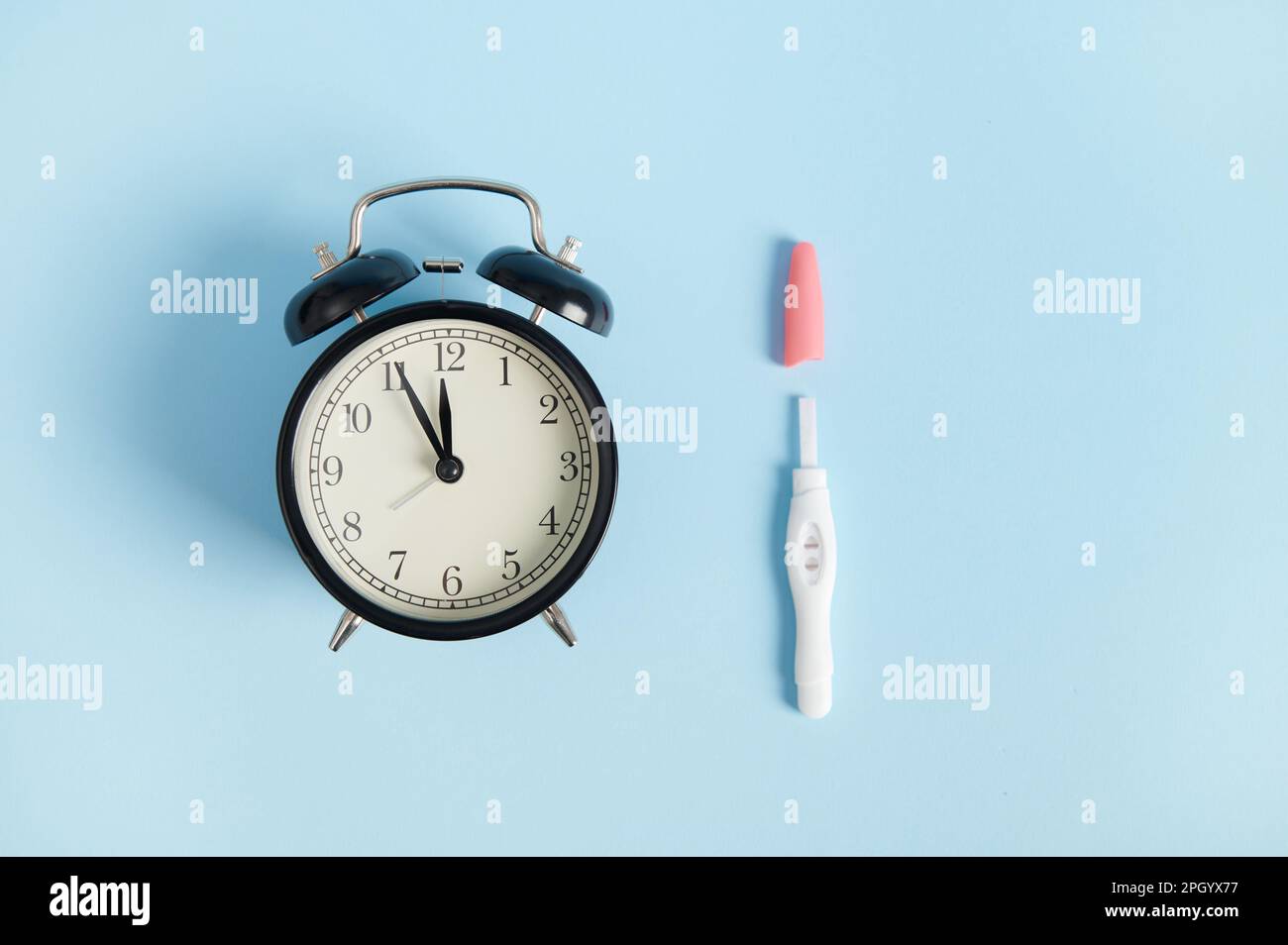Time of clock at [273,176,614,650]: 11:55
